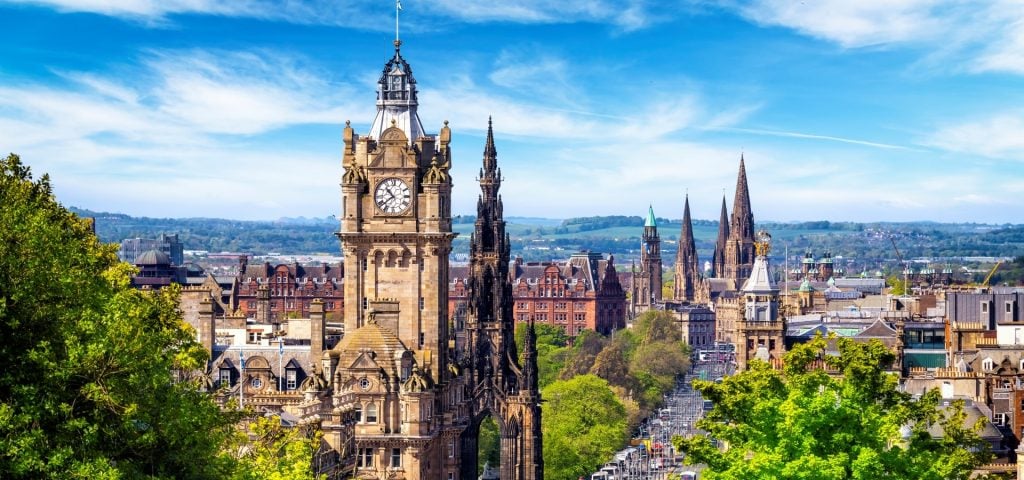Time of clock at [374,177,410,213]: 10:38
